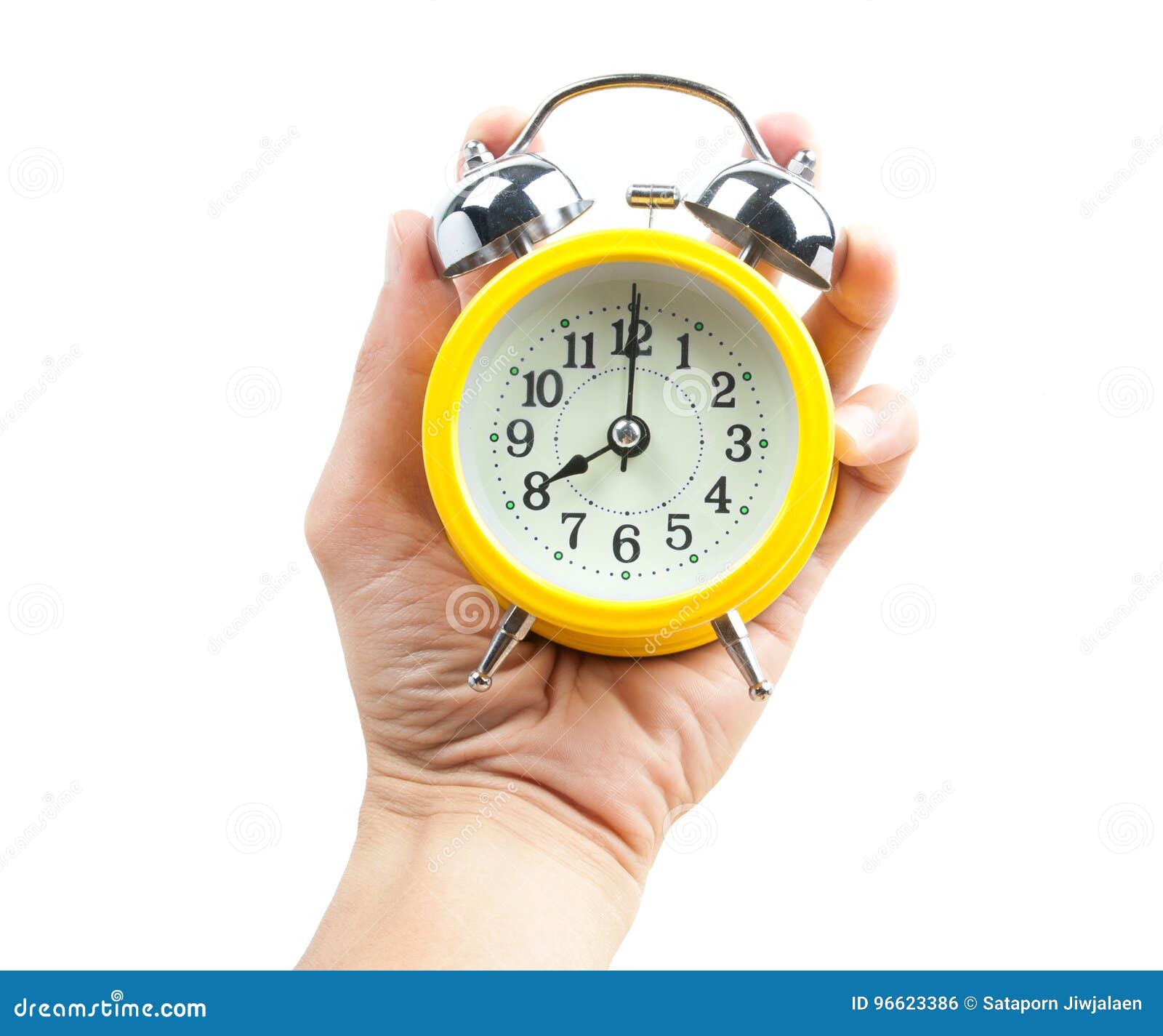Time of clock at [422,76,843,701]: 8:00
